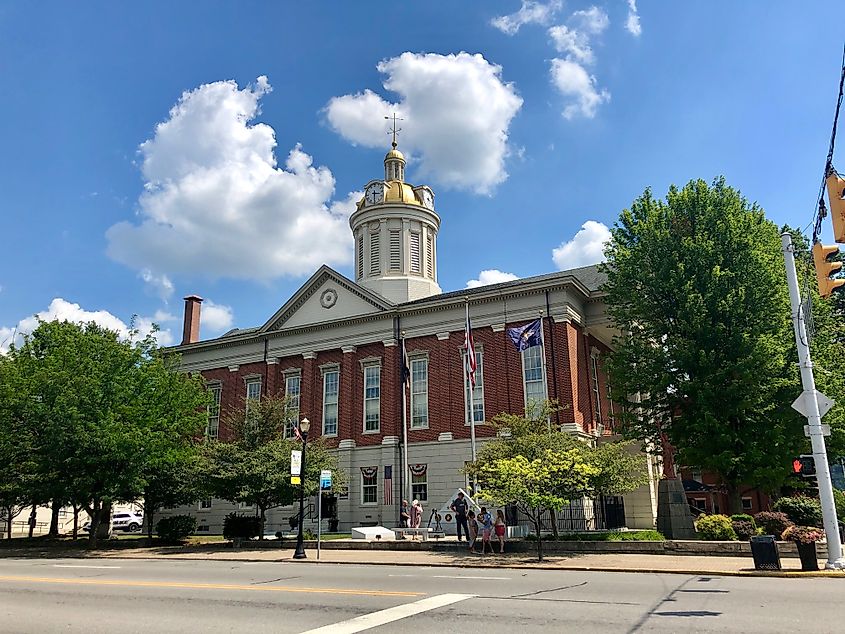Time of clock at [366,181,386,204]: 3:30
